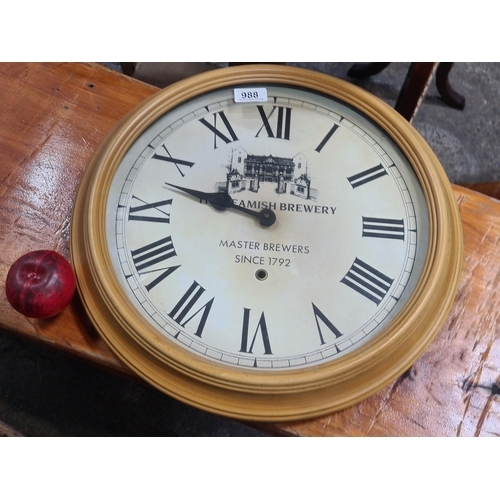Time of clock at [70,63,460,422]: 9:47
